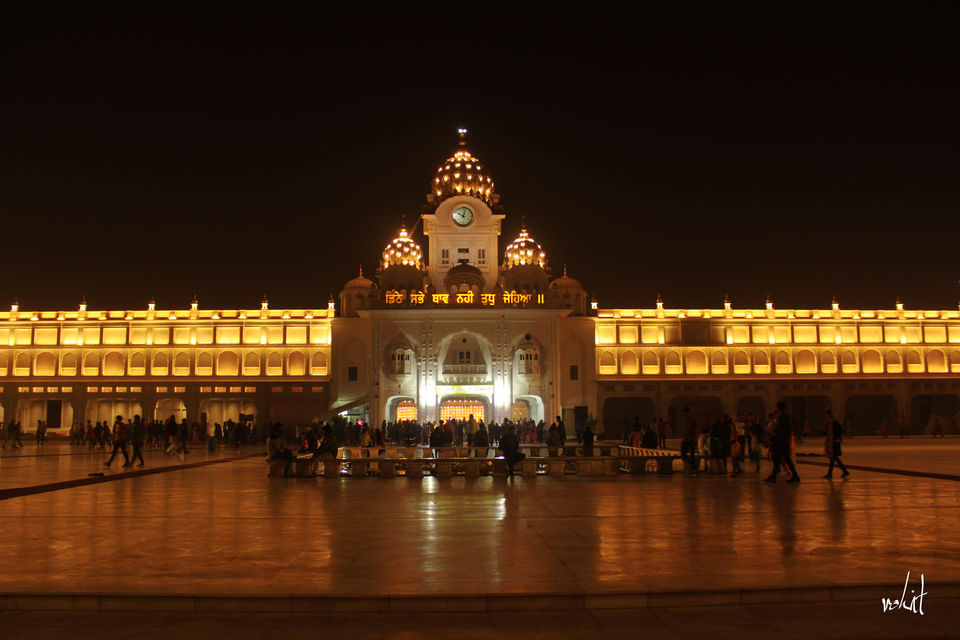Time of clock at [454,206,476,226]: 10:02
